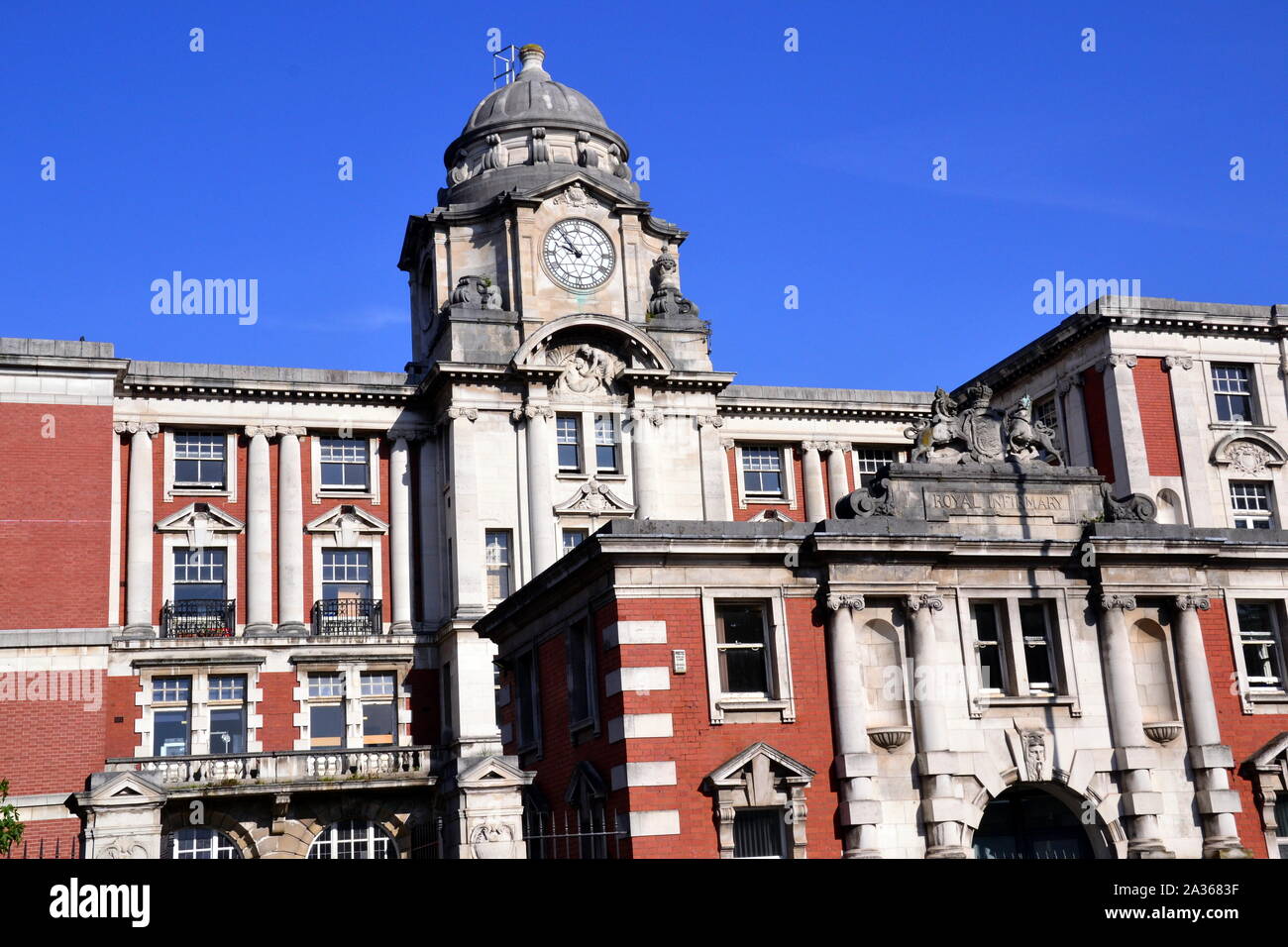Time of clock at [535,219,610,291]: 9:53
